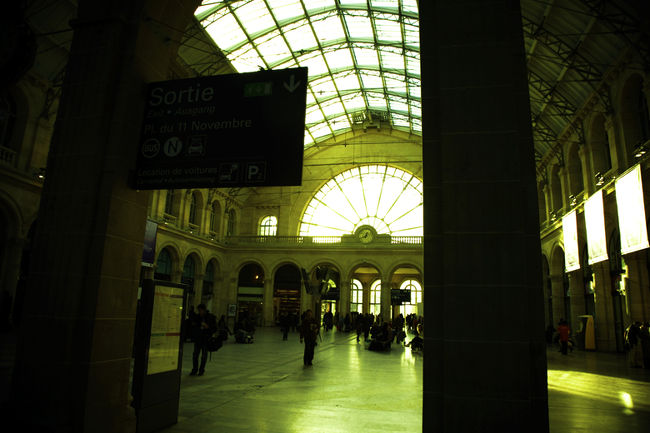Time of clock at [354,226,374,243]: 12:41
